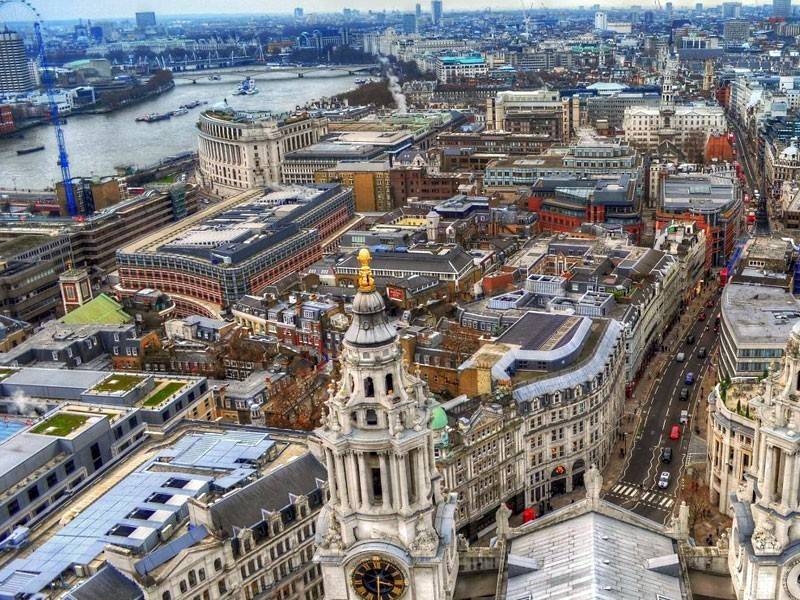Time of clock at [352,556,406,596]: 3:29
